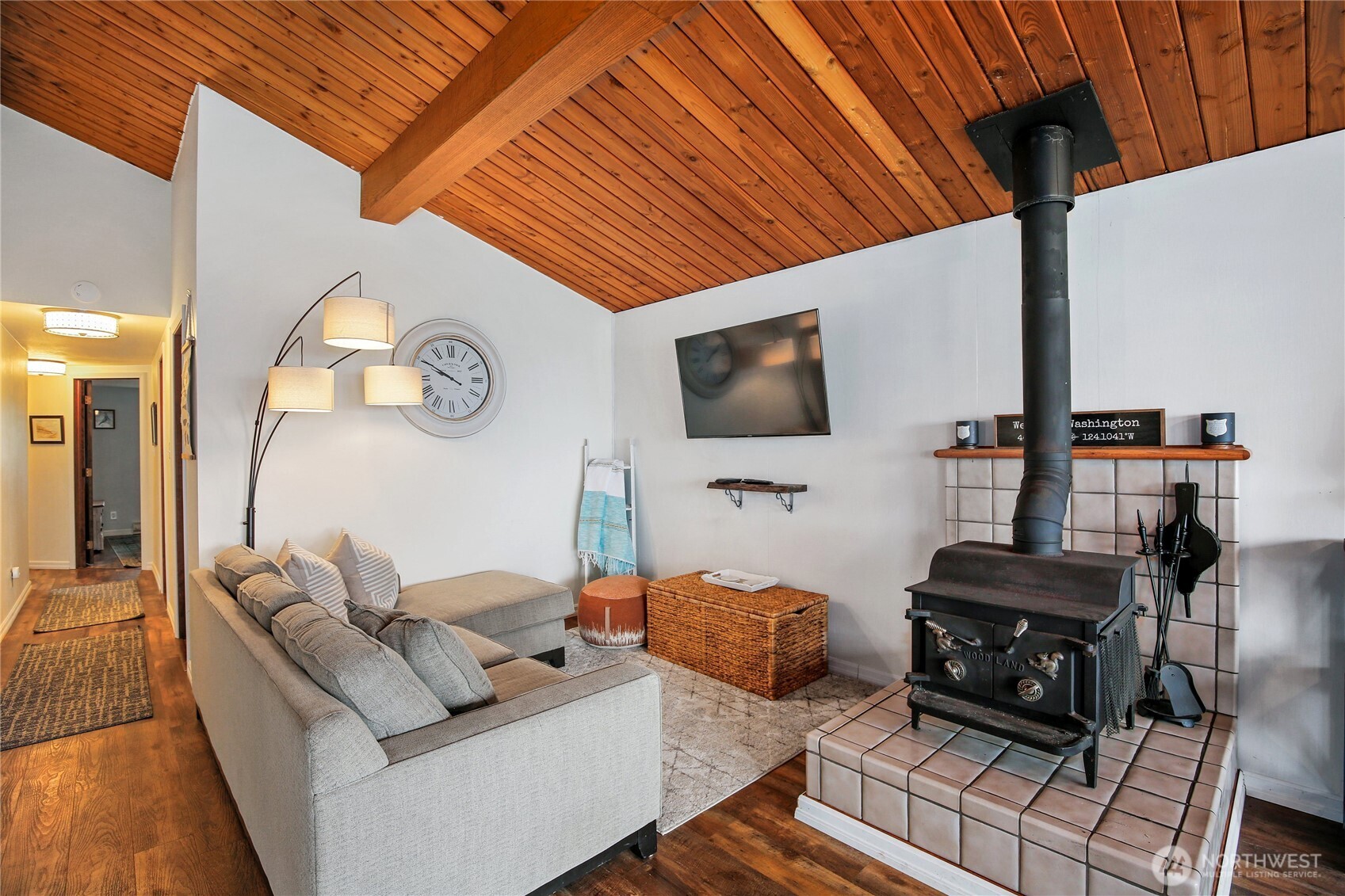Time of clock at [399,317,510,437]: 9:49
